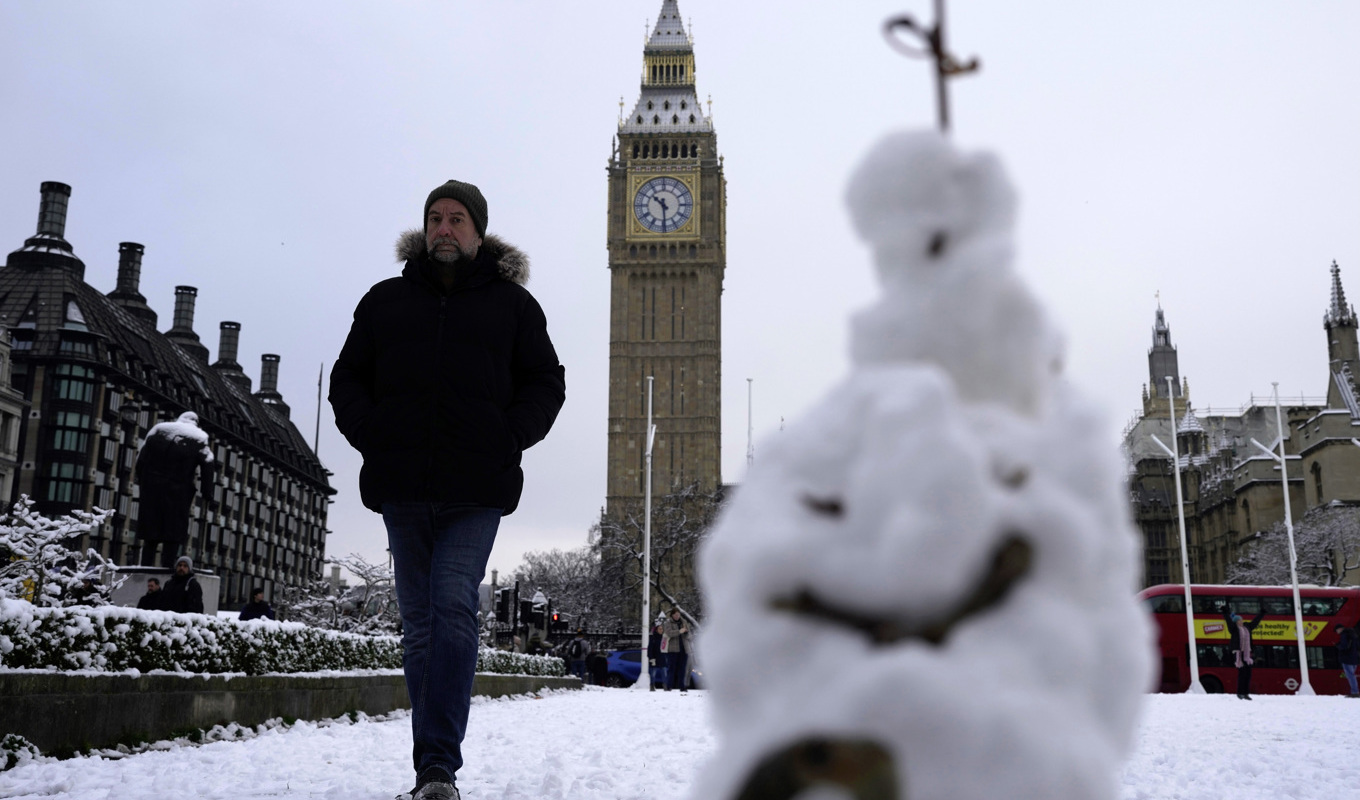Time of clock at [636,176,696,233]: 10:29
